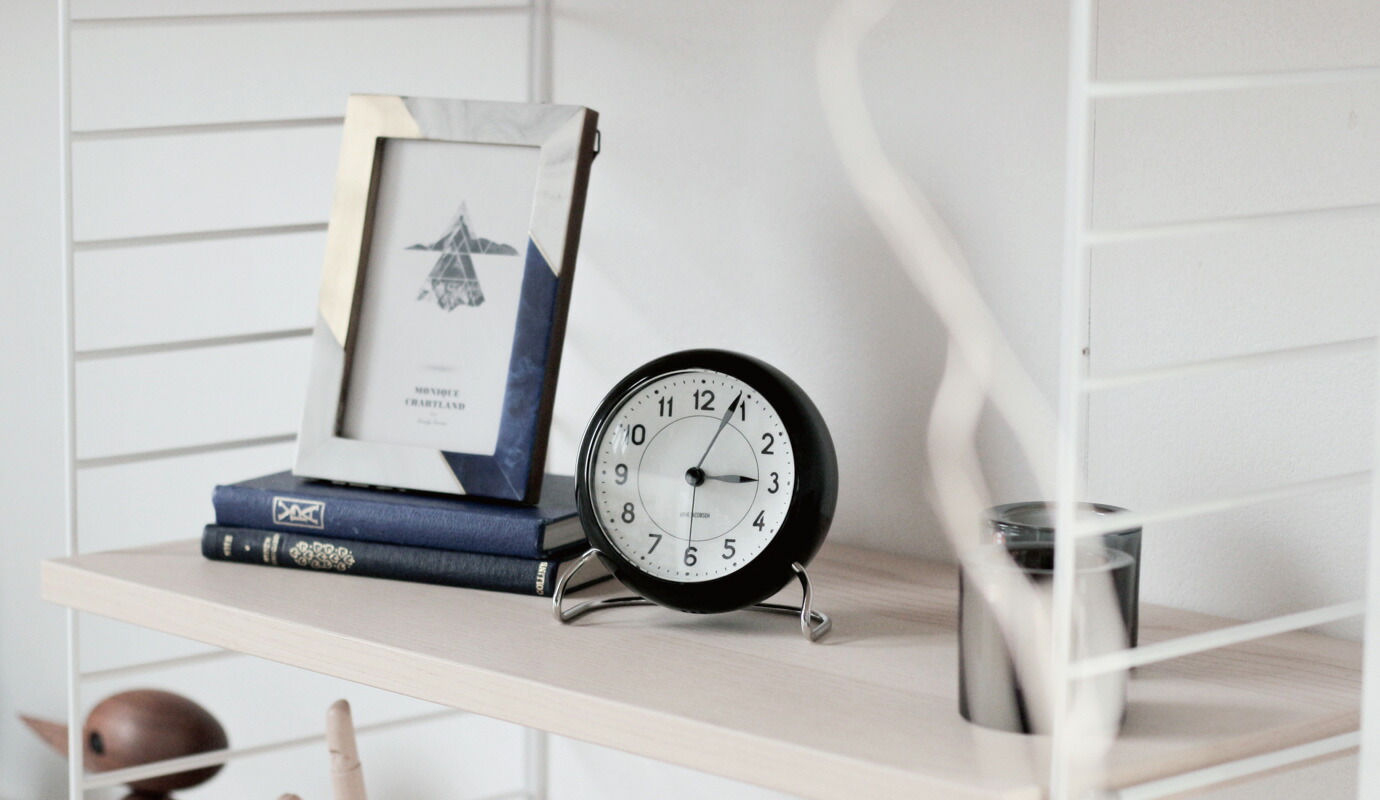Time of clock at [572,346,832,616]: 3:04
